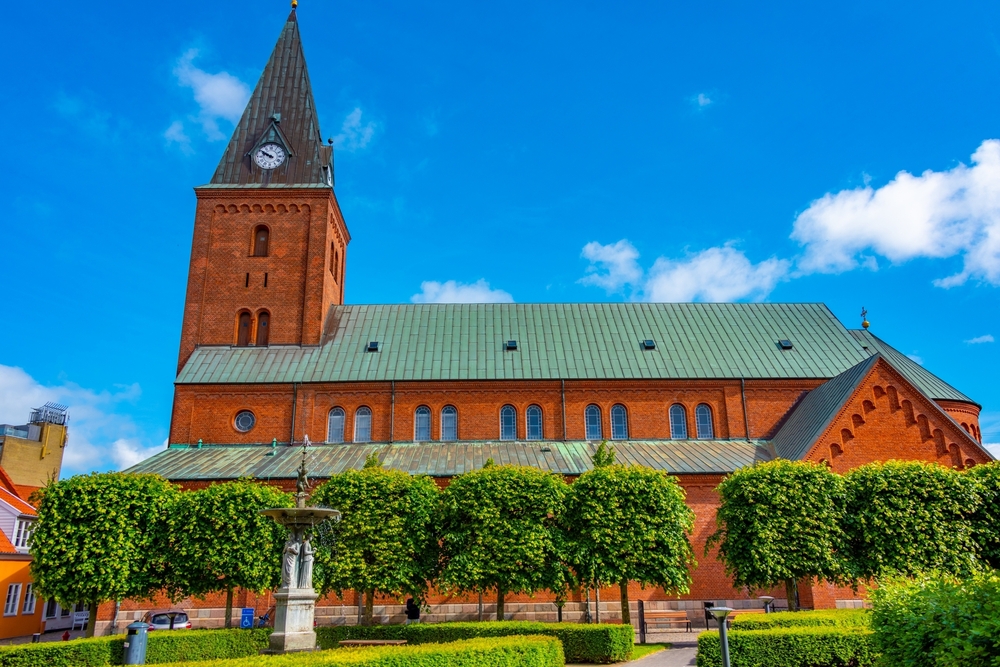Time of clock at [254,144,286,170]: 9:50
